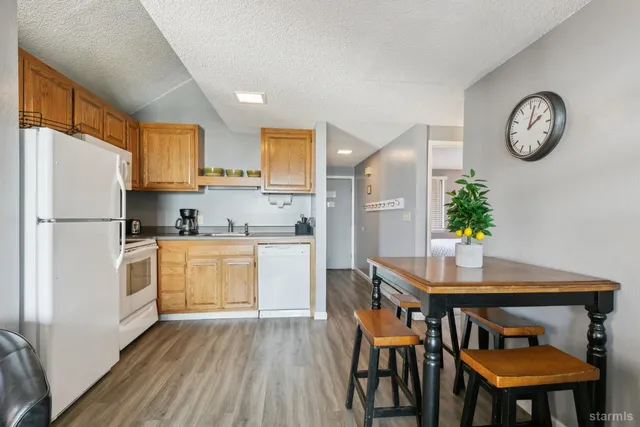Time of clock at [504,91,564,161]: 2:02
